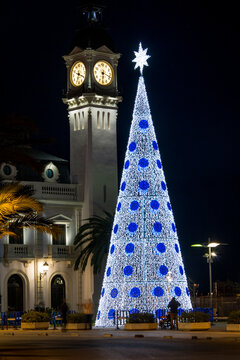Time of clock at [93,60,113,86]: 6:18
